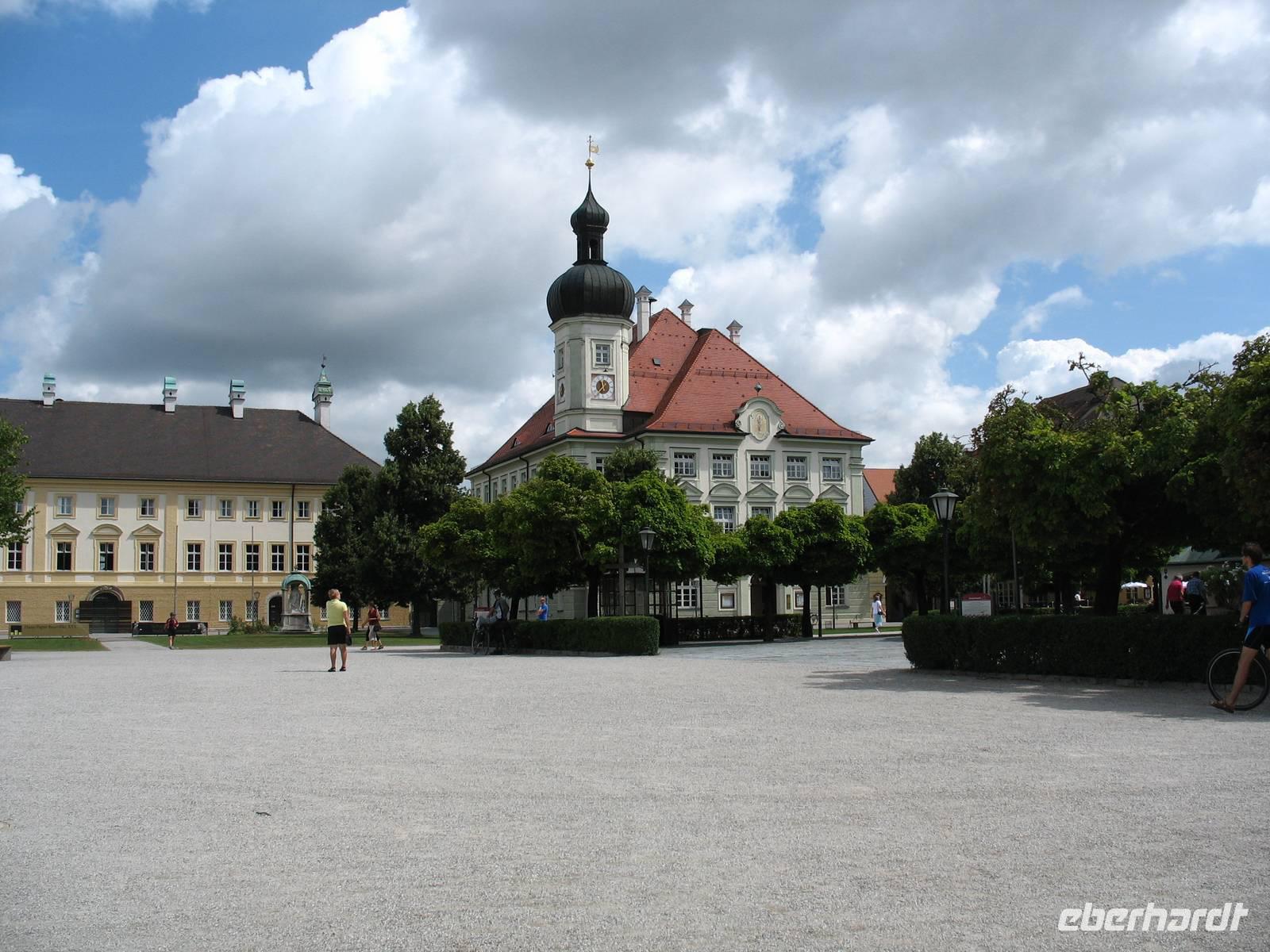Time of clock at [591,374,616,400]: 11:36
